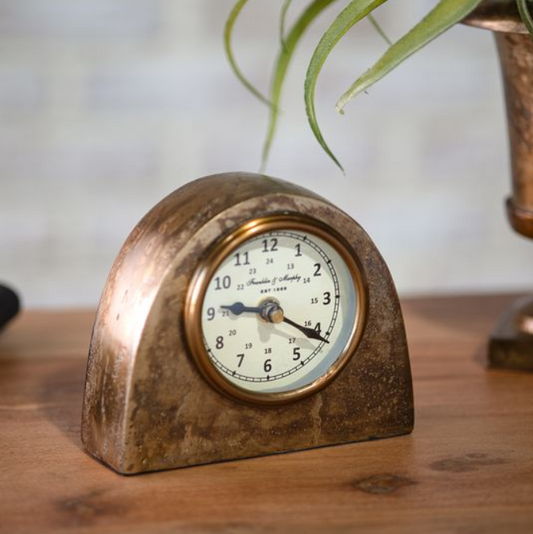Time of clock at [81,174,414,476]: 9:20
